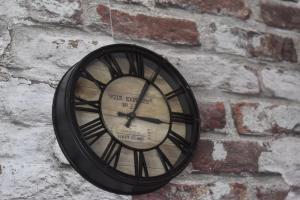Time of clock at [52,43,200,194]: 3:04
